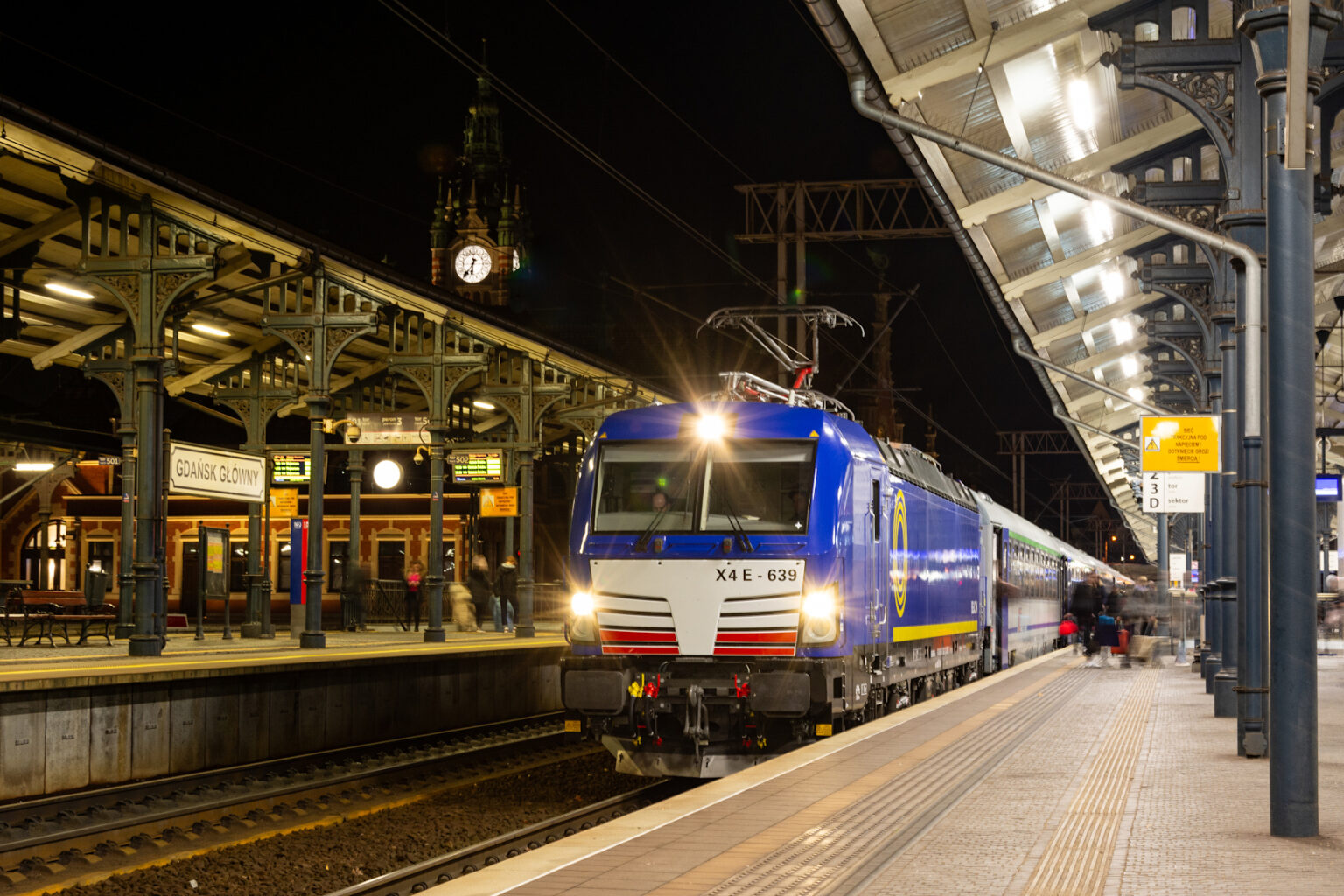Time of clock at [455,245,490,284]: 6:36
